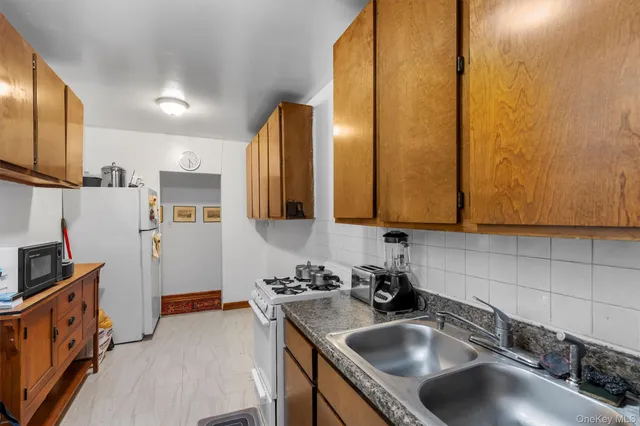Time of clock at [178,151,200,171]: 4:30
